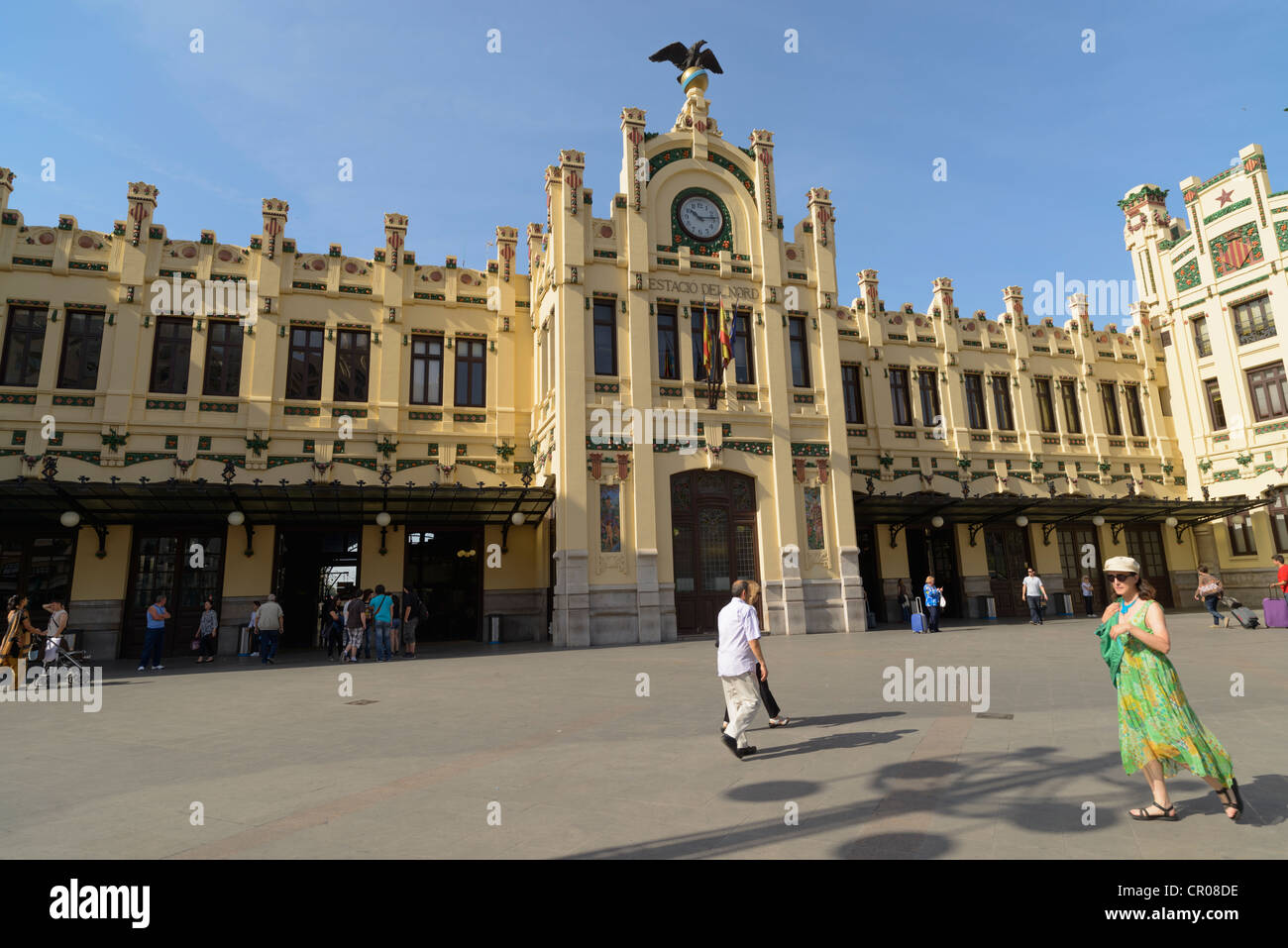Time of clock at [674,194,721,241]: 10:13
